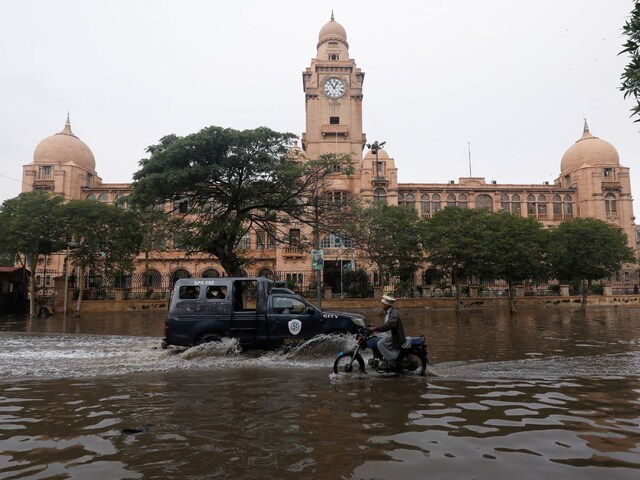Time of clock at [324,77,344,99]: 12:53
